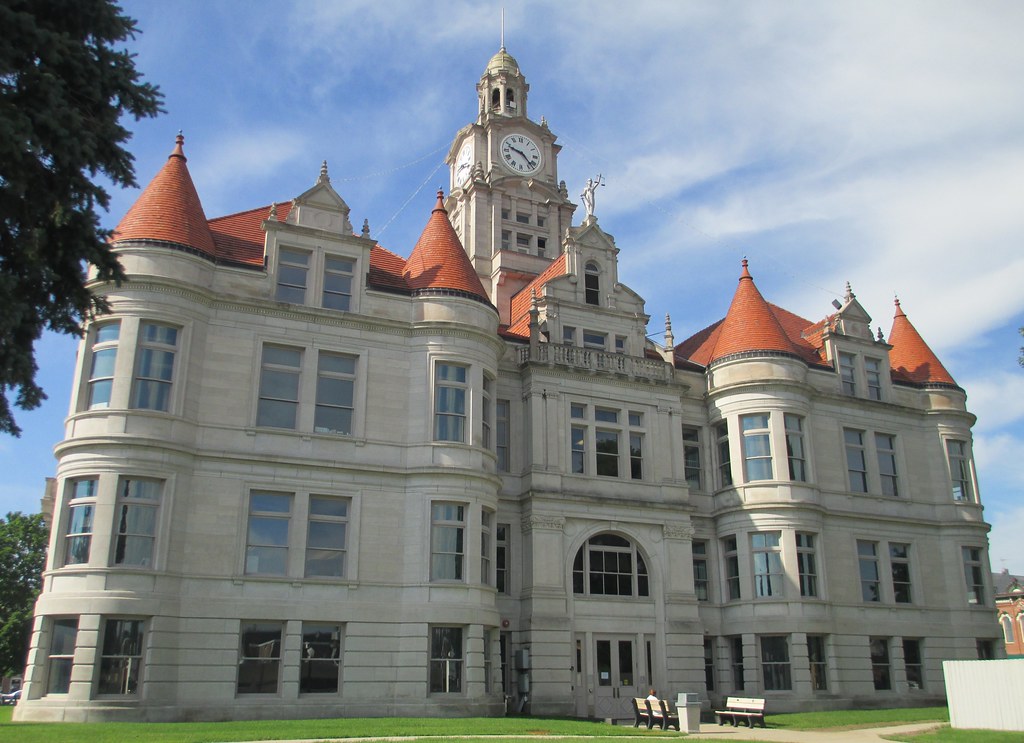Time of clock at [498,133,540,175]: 9:22
